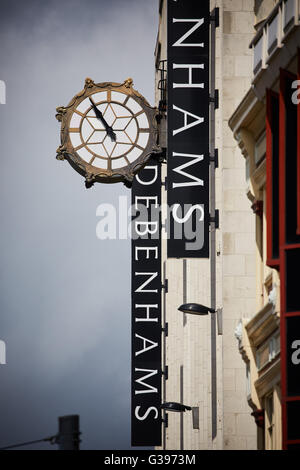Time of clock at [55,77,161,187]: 10:54
